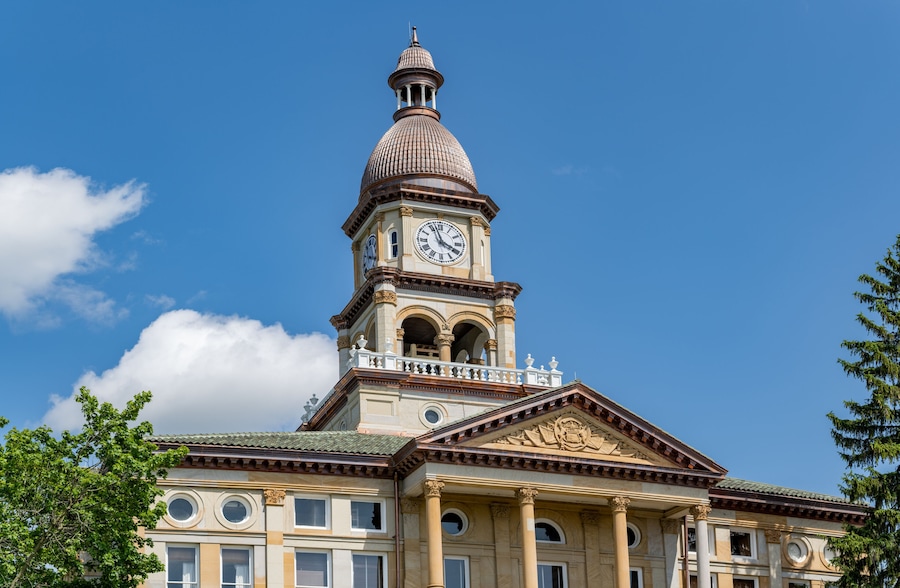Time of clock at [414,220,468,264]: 3:57
